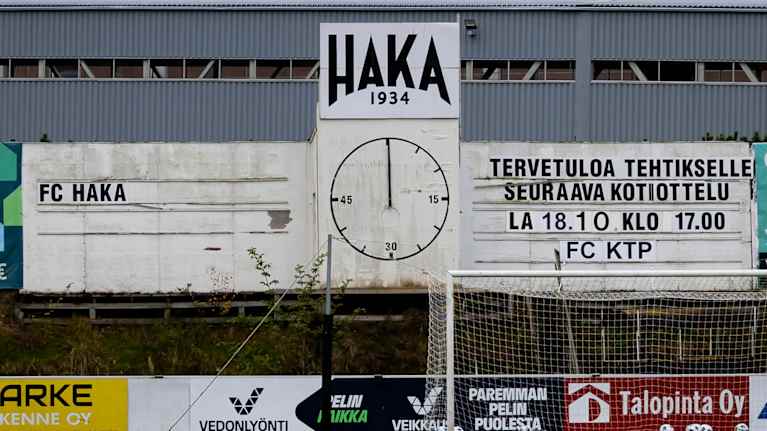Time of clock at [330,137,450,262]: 11:59
